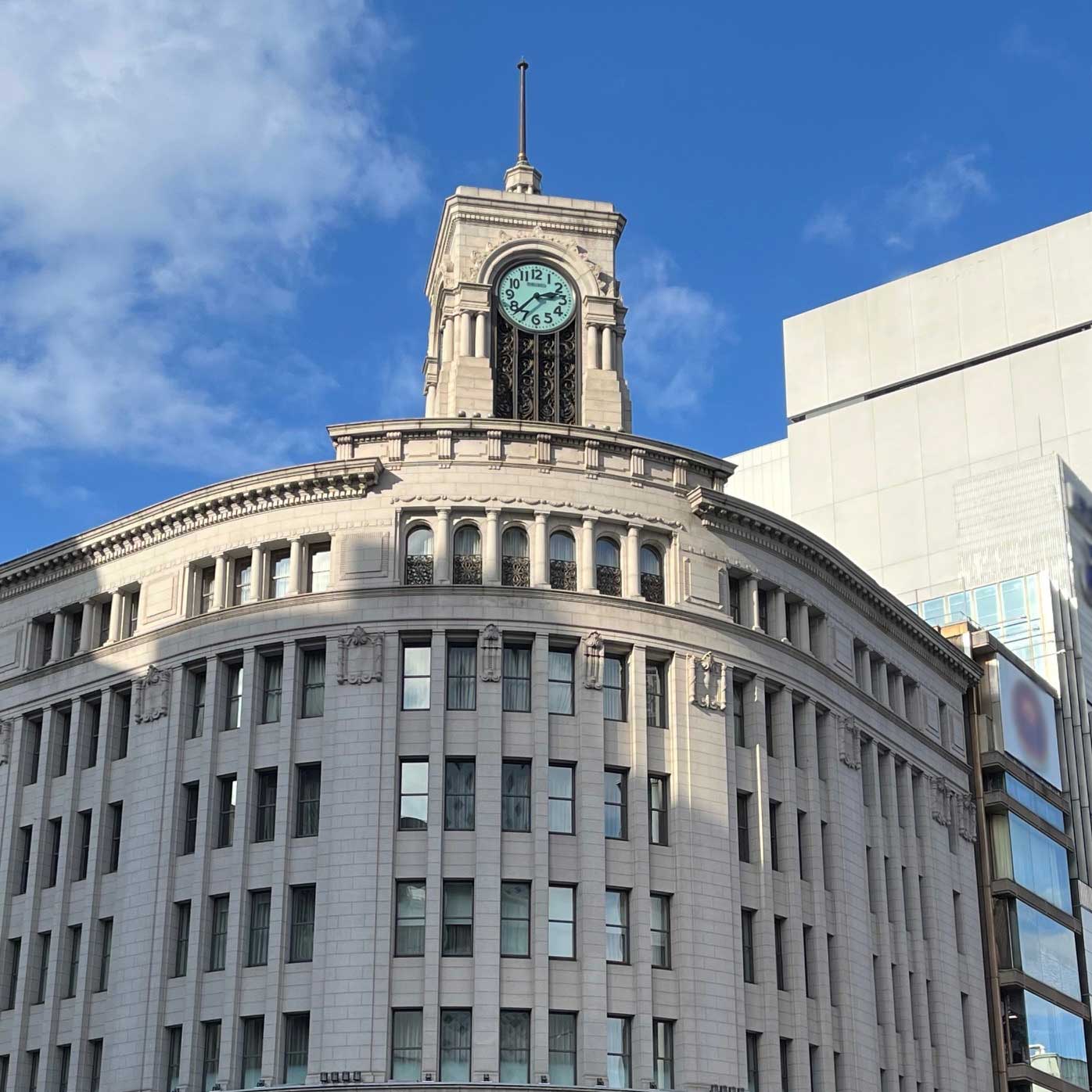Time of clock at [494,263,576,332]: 2:37
